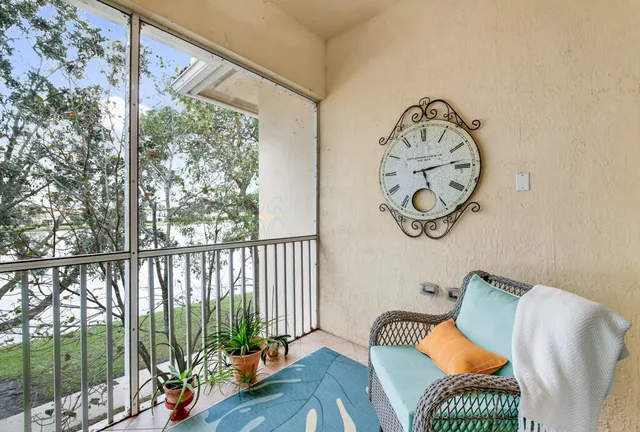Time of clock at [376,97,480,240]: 5:13
